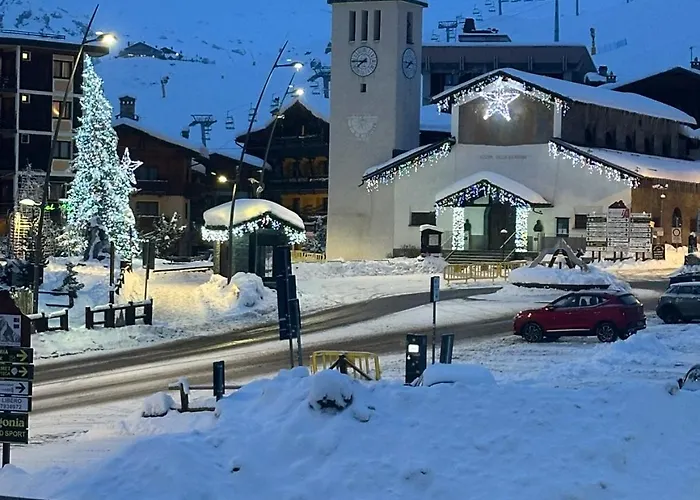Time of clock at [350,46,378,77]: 7:44
